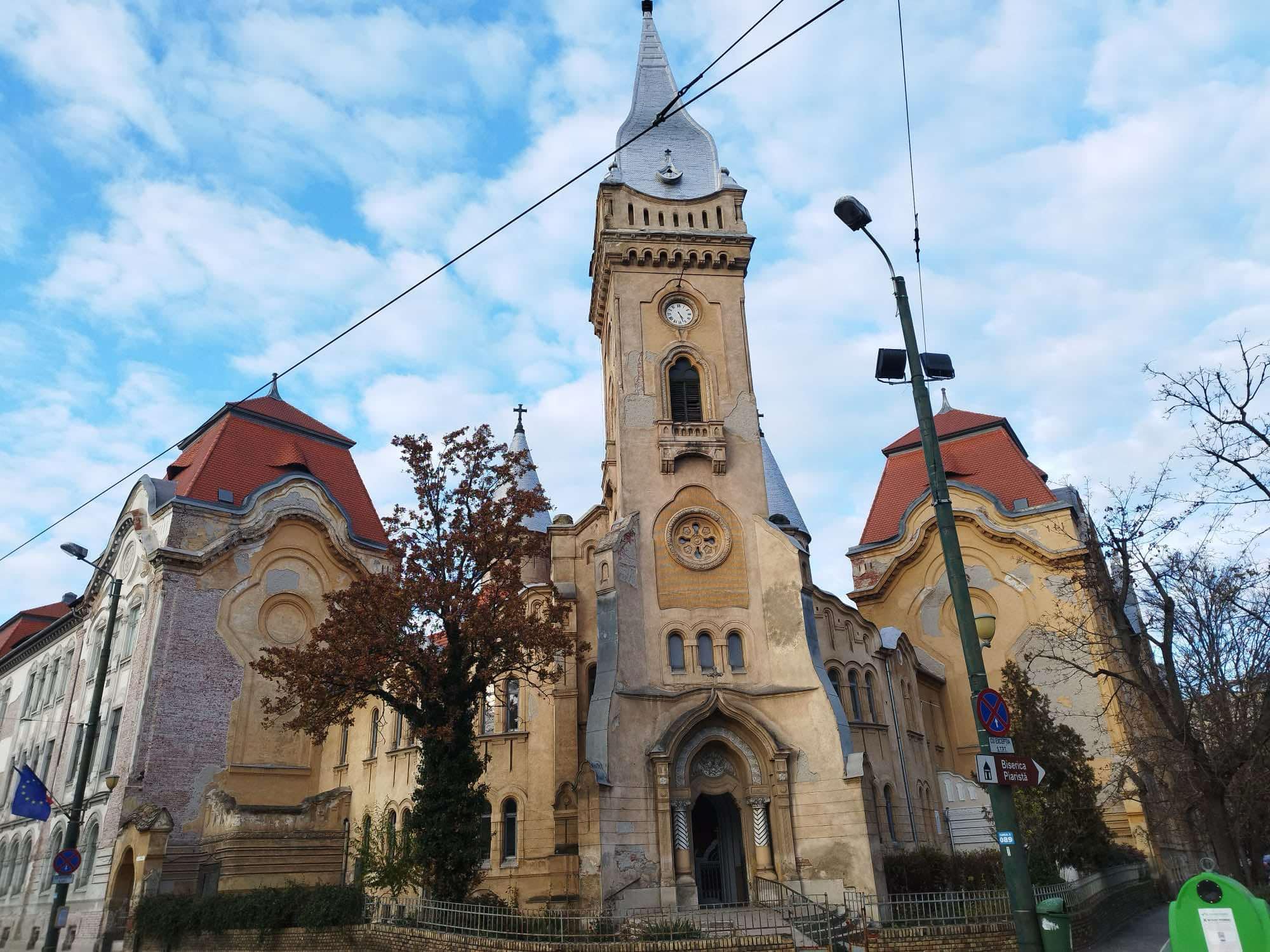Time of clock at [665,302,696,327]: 4:26
